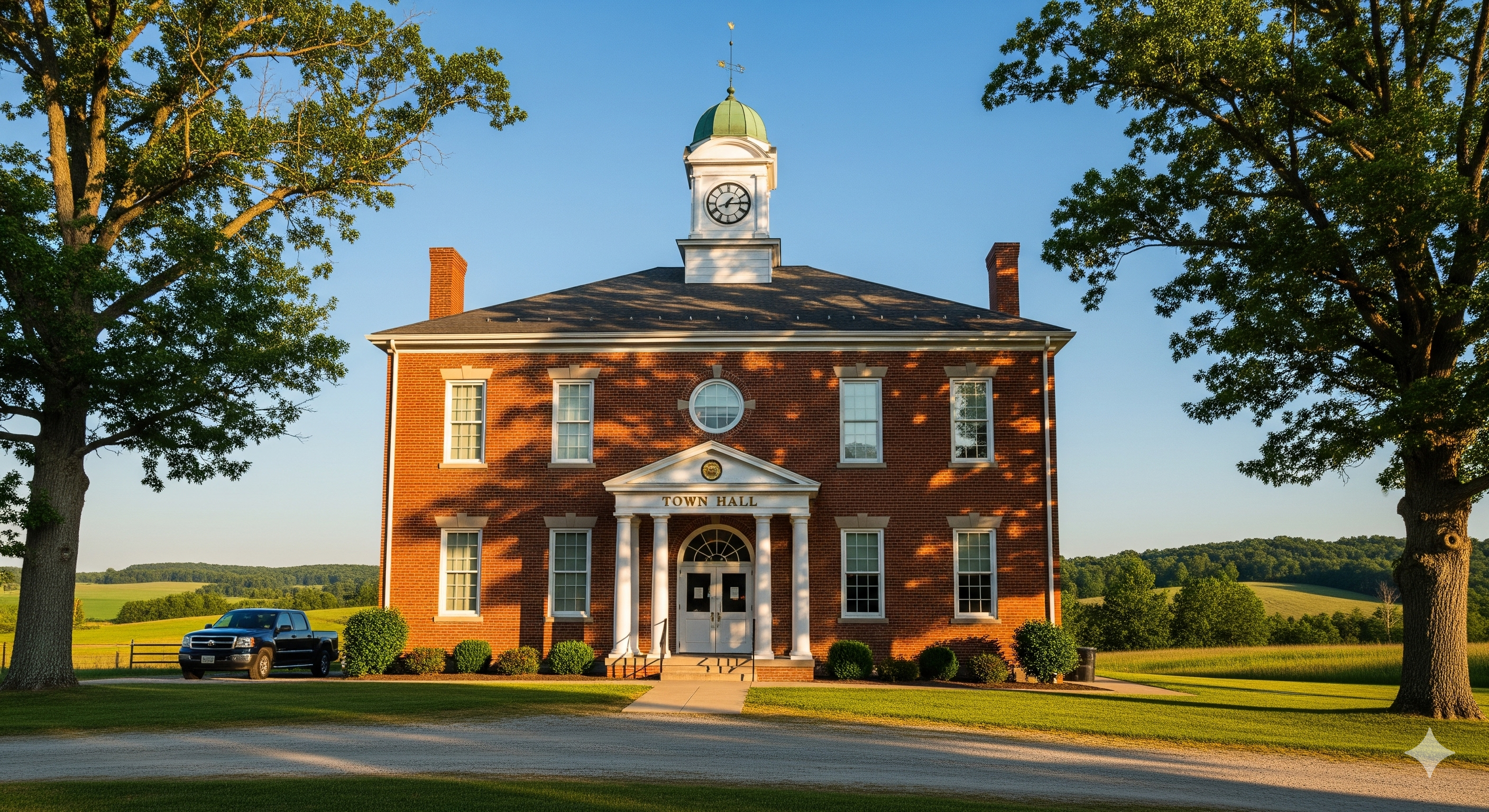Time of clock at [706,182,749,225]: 1:14
